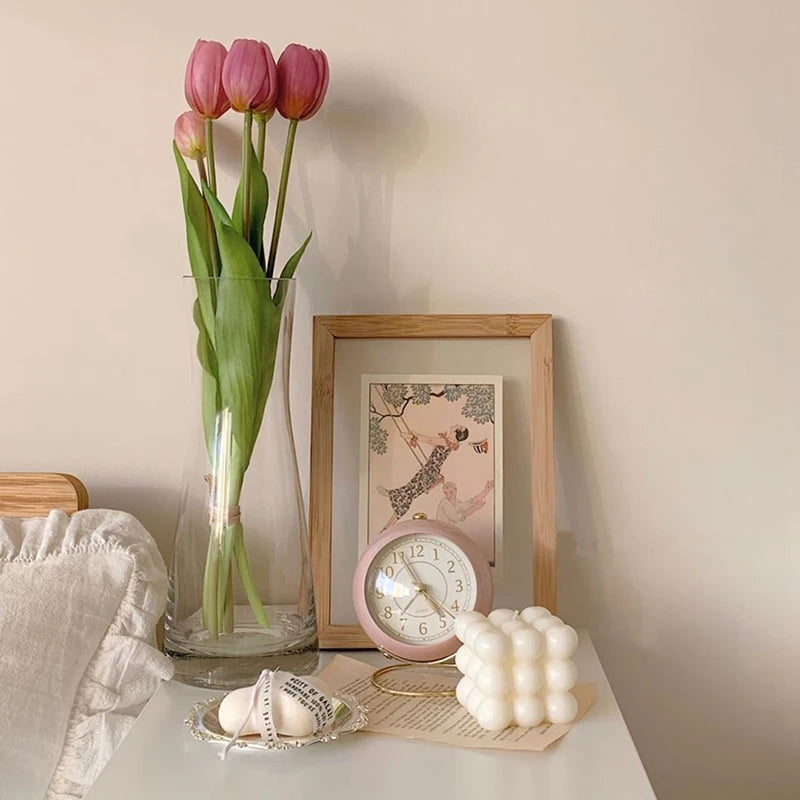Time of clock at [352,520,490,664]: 4:55
